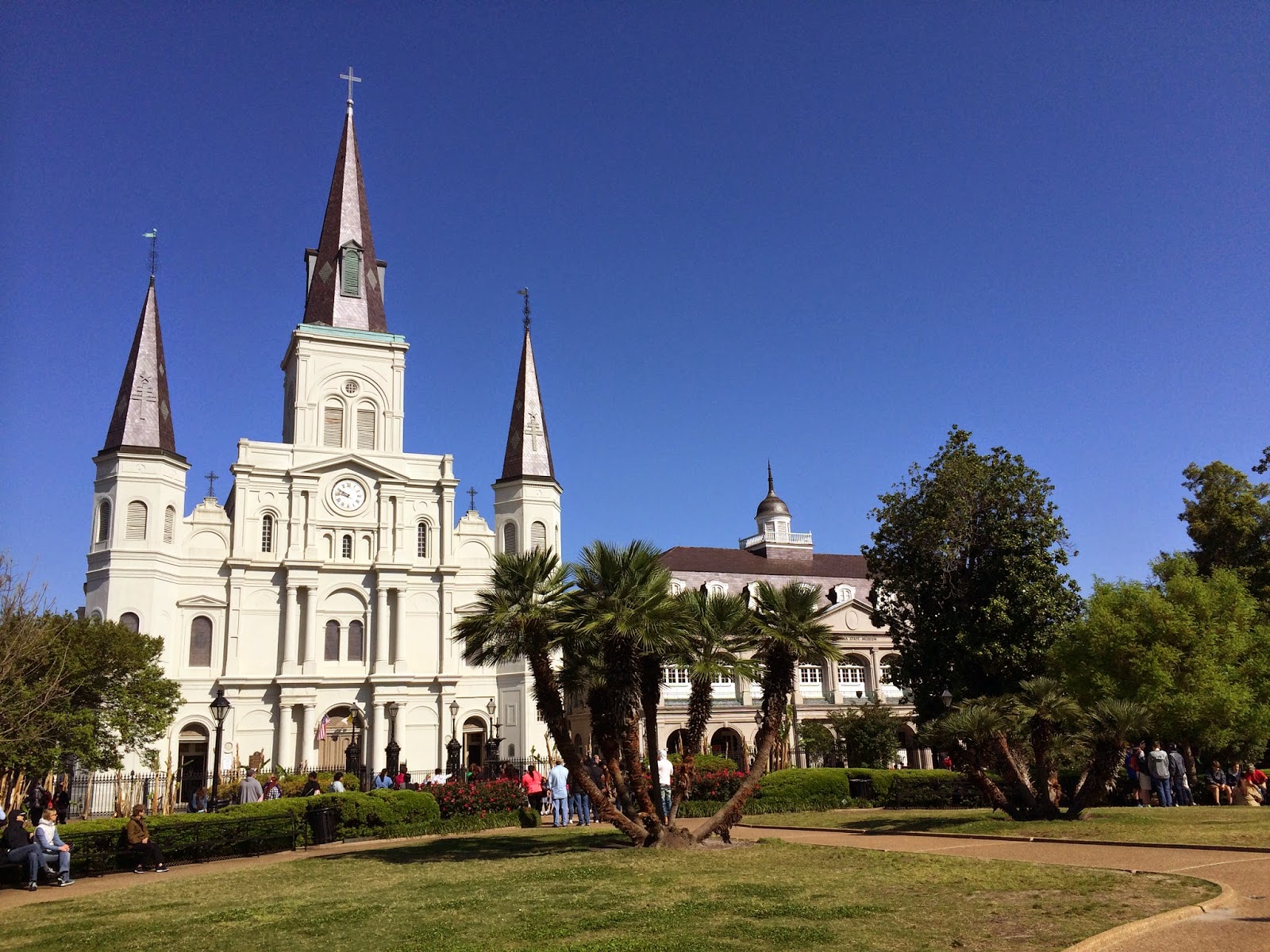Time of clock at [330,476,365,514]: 9:45
